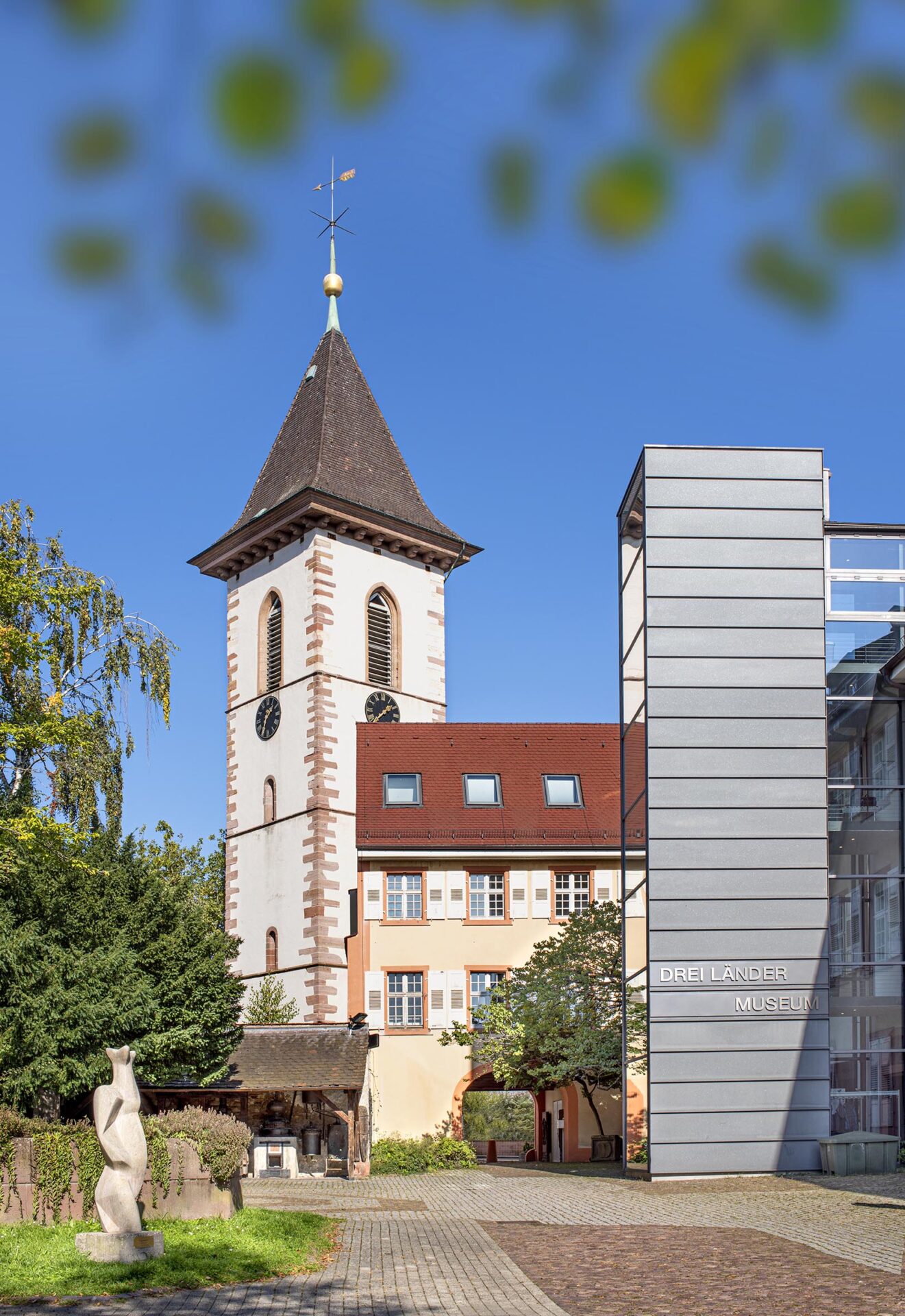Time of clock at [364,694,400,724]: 1:37
